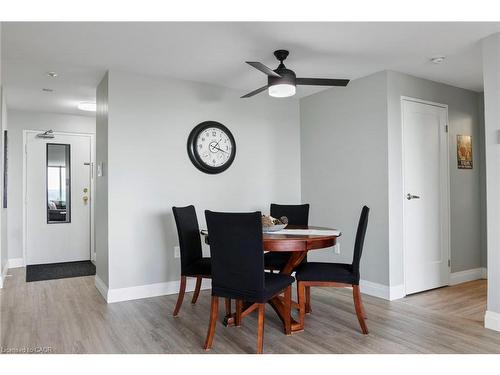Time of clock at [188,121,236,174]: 1:18
